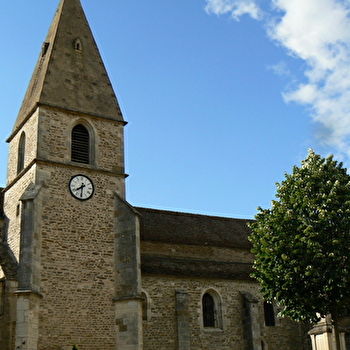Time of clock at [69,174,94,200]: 7:30
